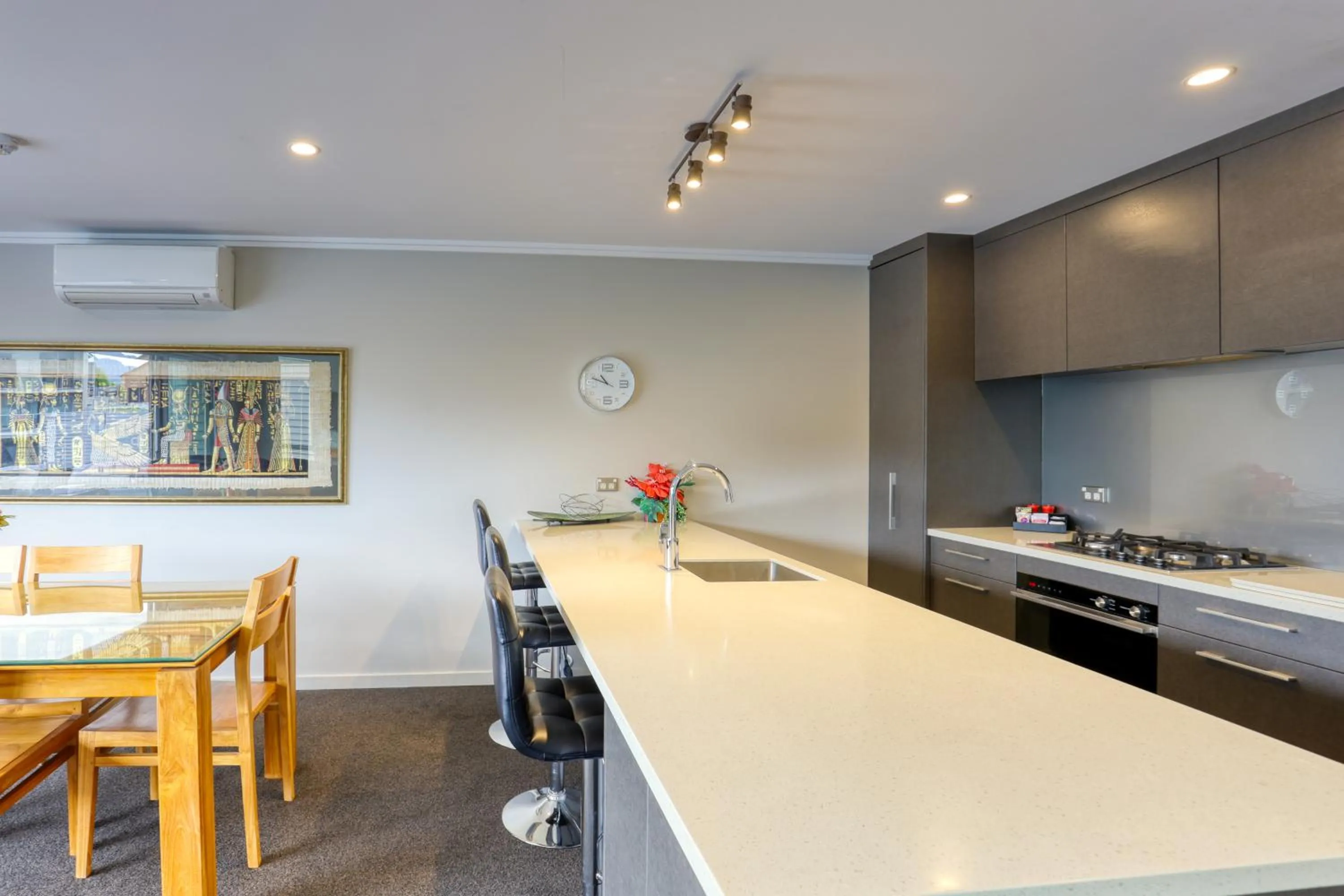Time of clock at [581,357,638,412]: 10:48
